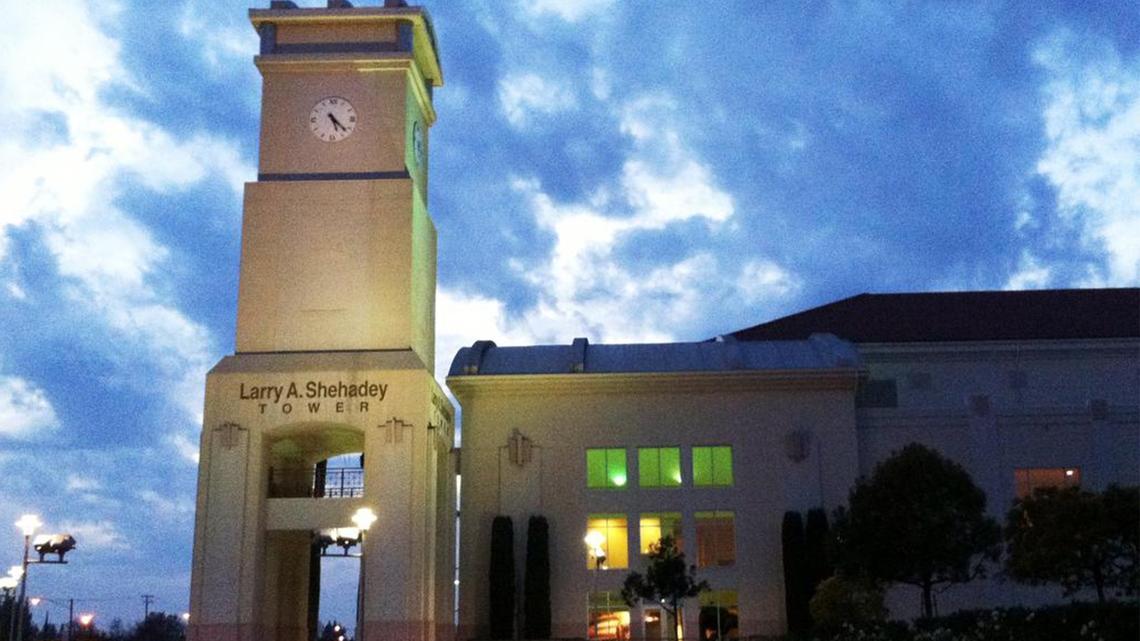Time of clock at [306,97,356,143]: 5:22
